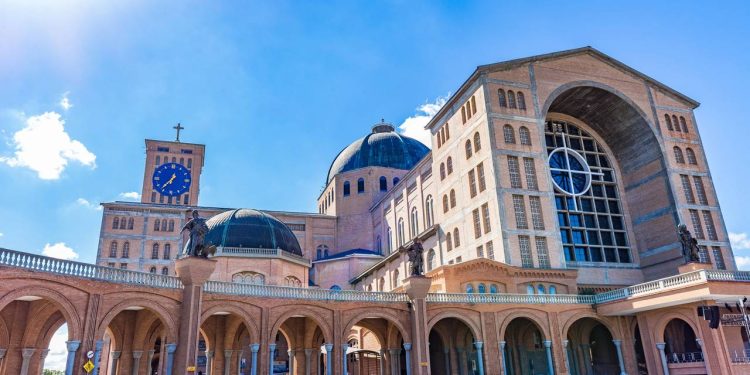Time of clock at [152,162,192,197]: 12:36
